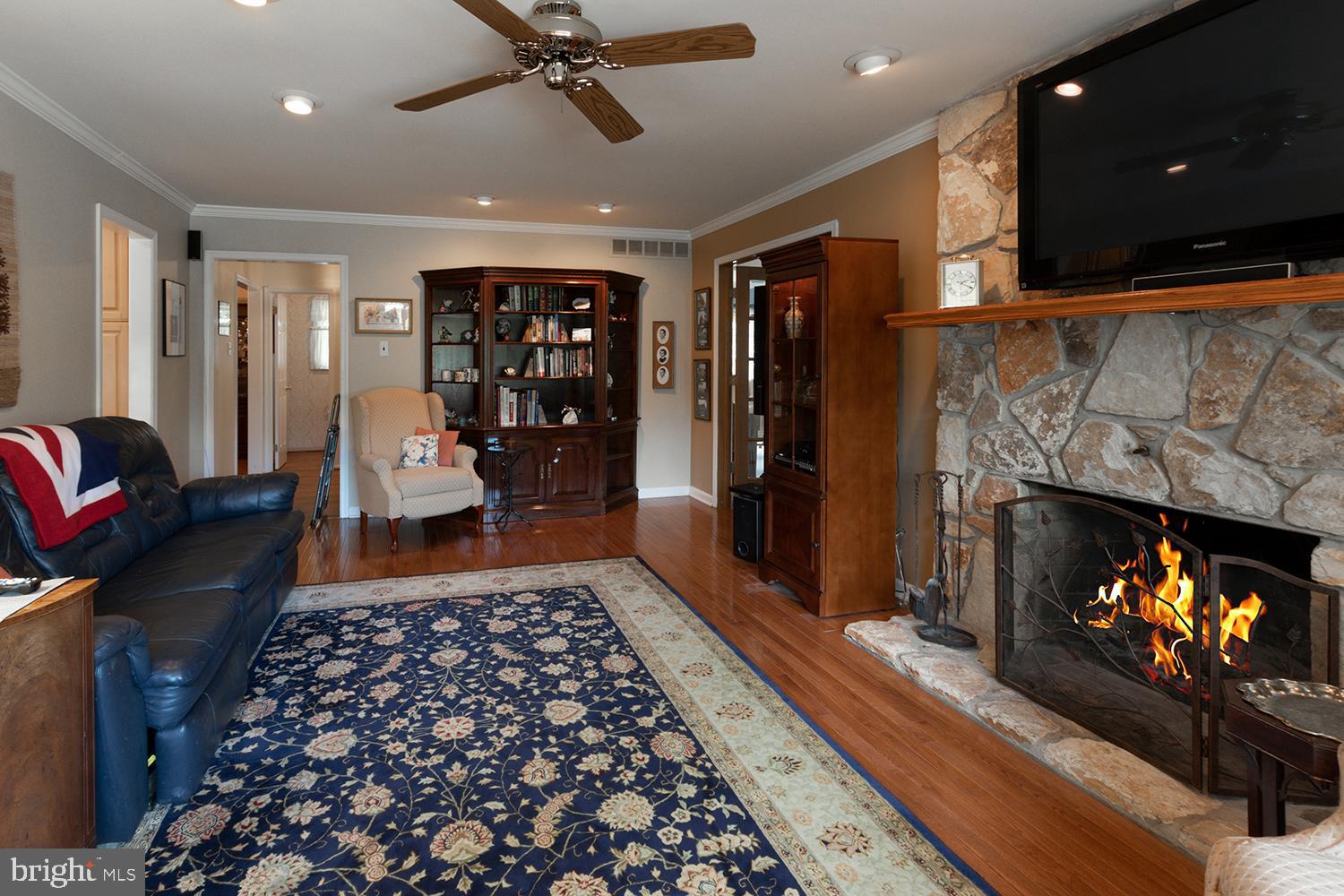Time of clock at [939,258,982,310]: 2:19
